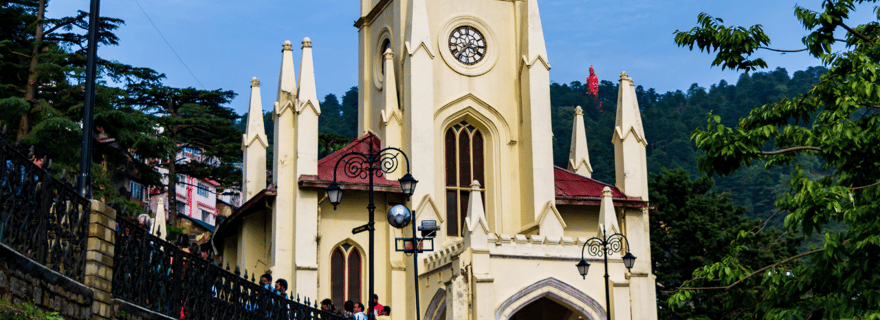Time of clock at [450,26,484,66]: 3:36
